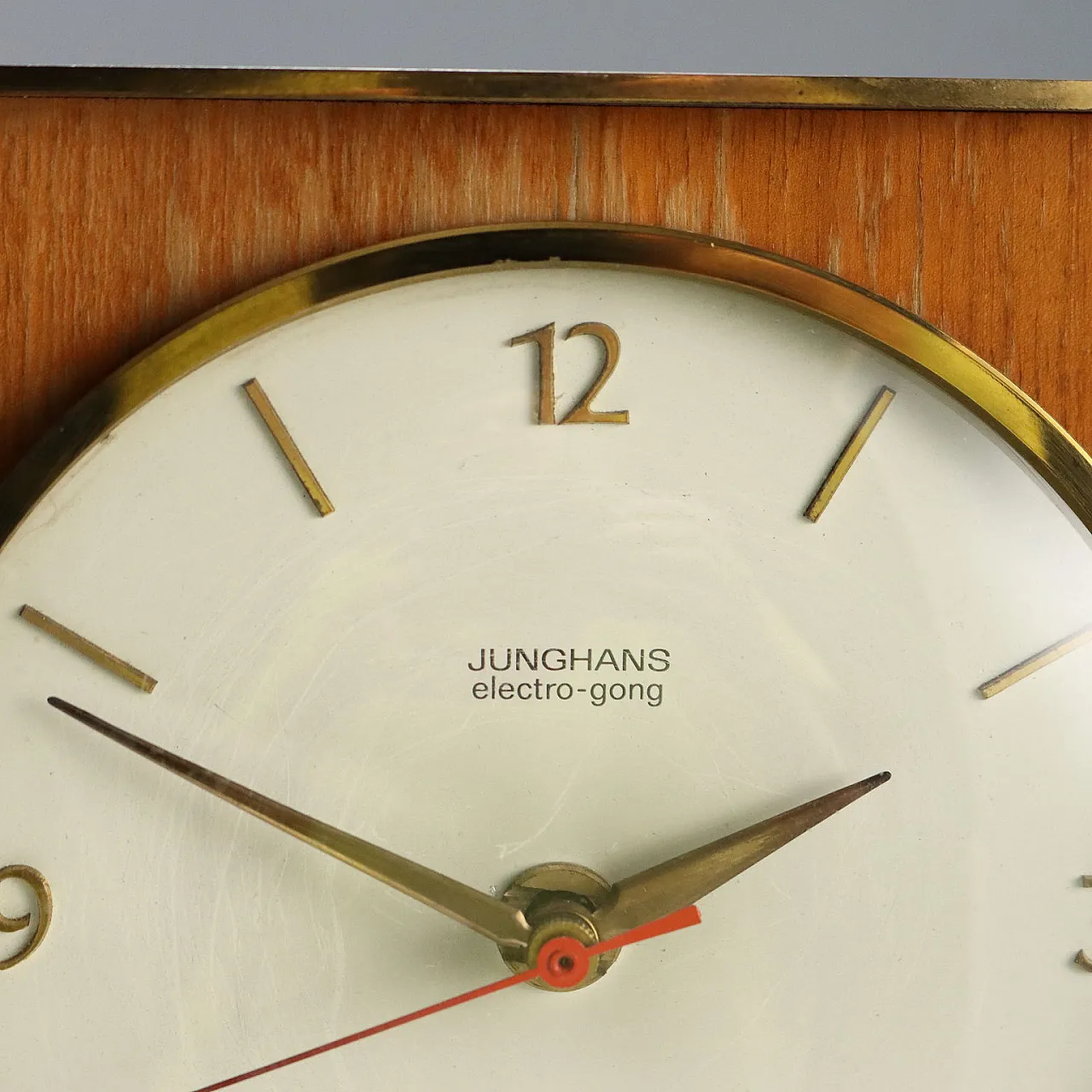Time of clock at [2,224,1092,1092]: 2:11
